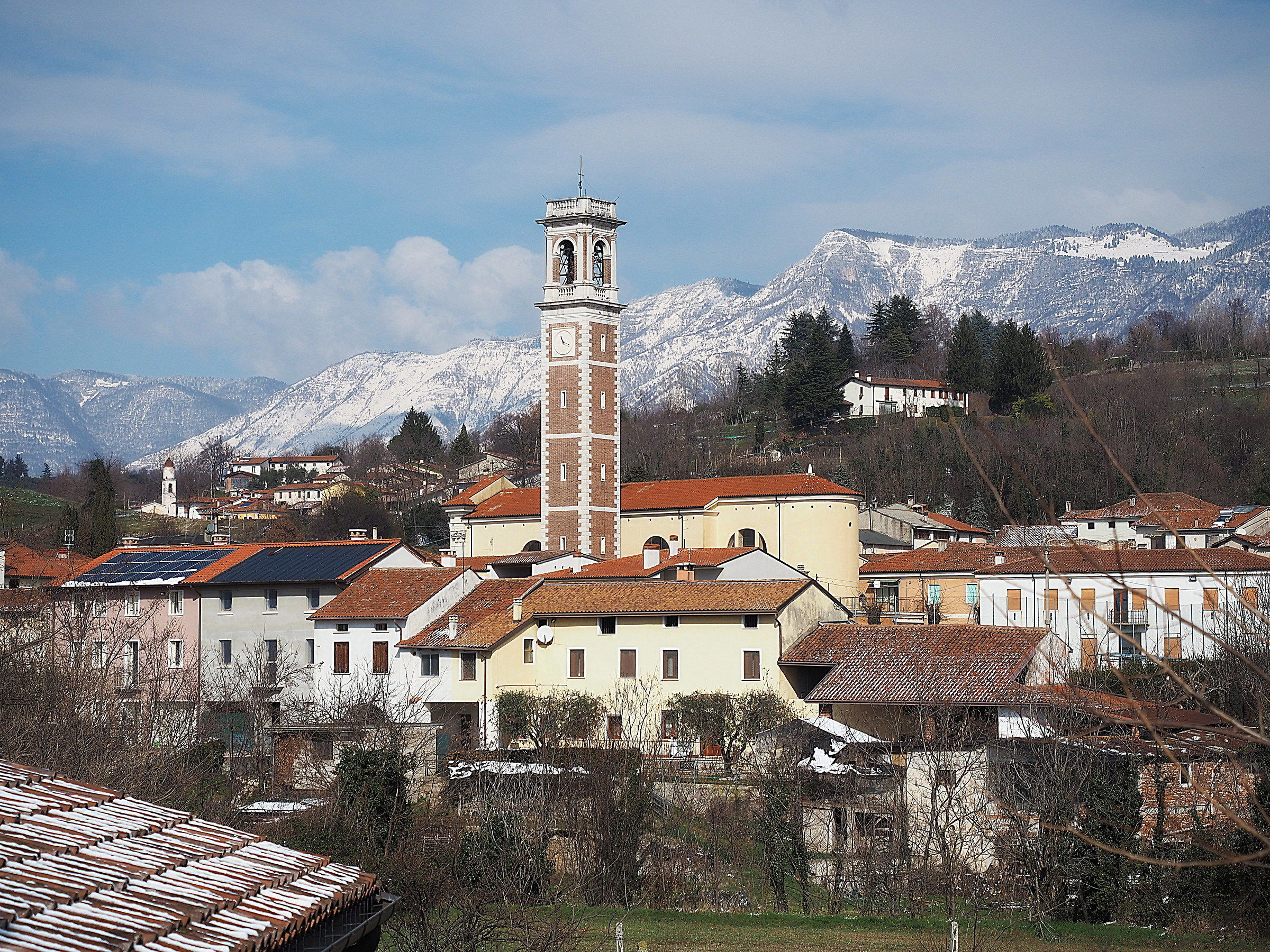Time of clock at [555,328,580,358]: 11:18
